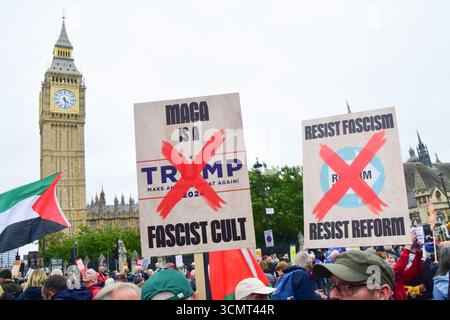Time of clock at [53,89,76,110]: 4:28
